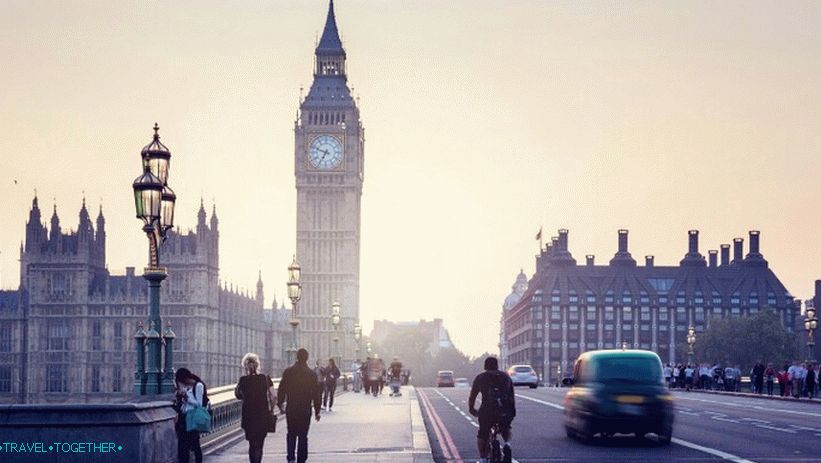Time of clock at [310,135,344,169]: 6:48
